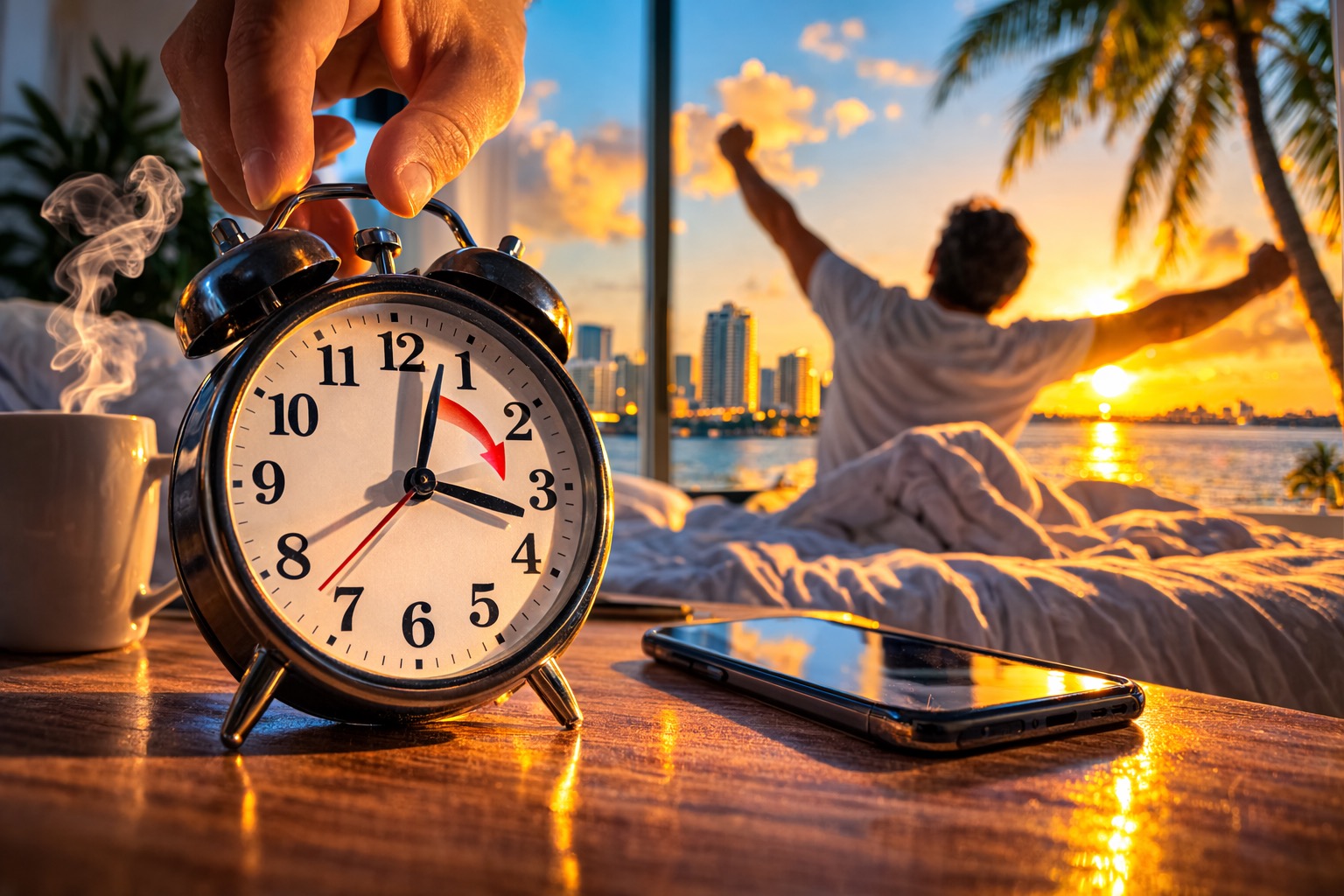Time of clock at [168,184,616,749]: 12:17
